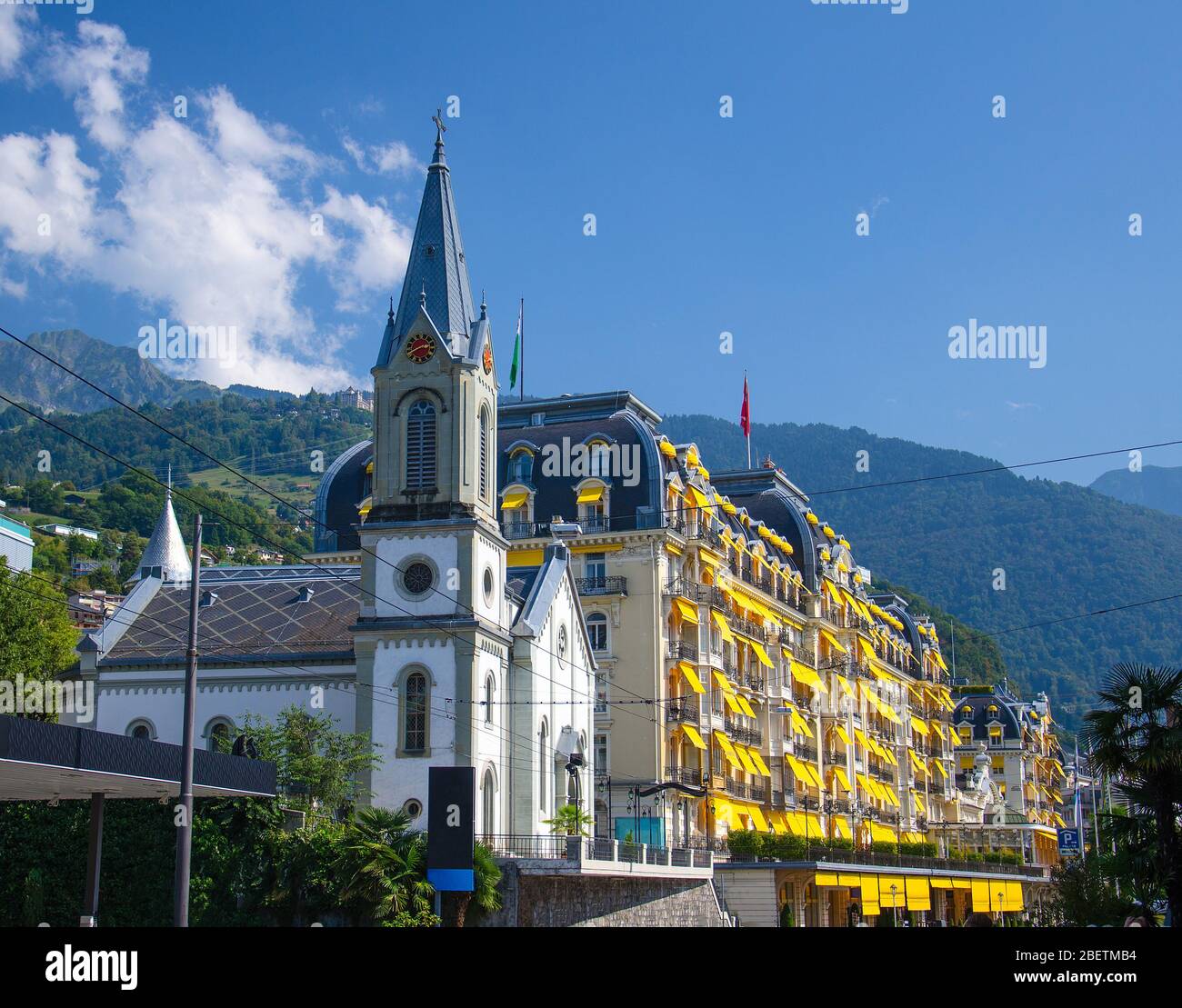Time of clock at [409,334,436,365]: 2:40
